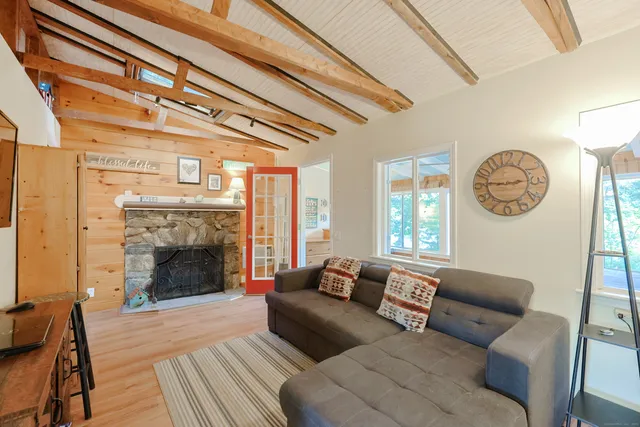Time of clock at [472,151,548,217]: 2:46
